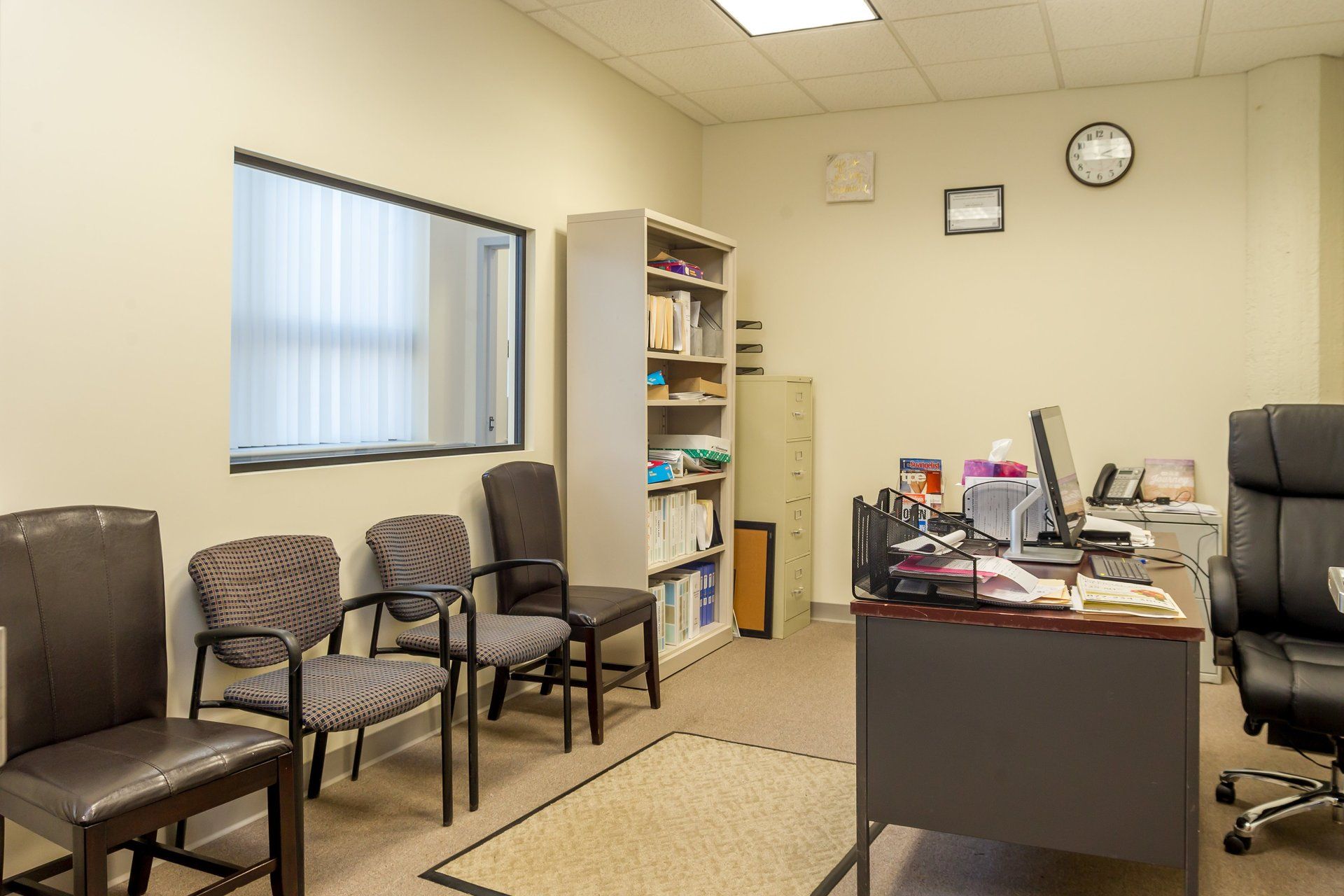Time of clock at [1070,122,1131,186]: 2:18
